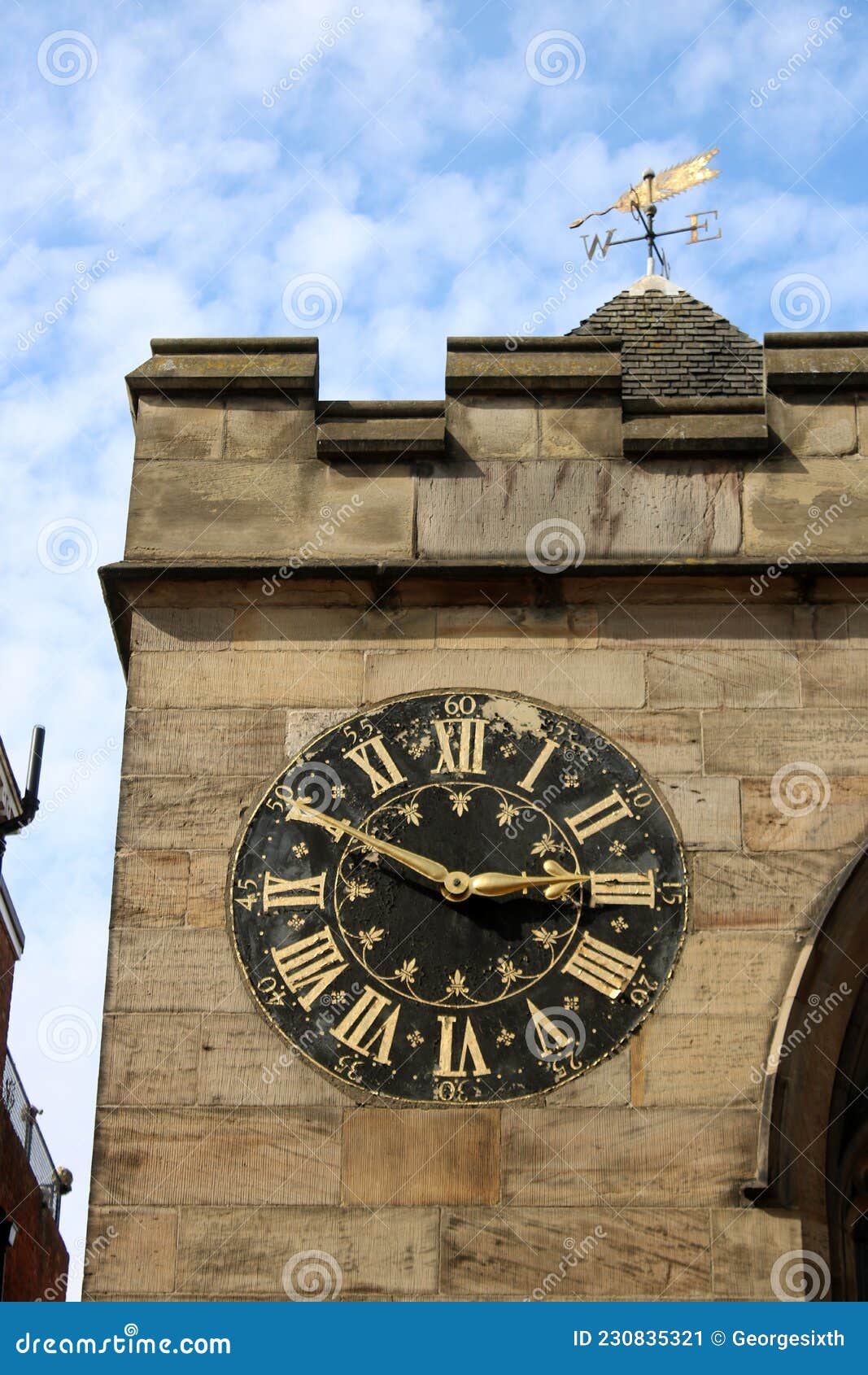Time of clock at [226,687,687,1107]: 2:49
